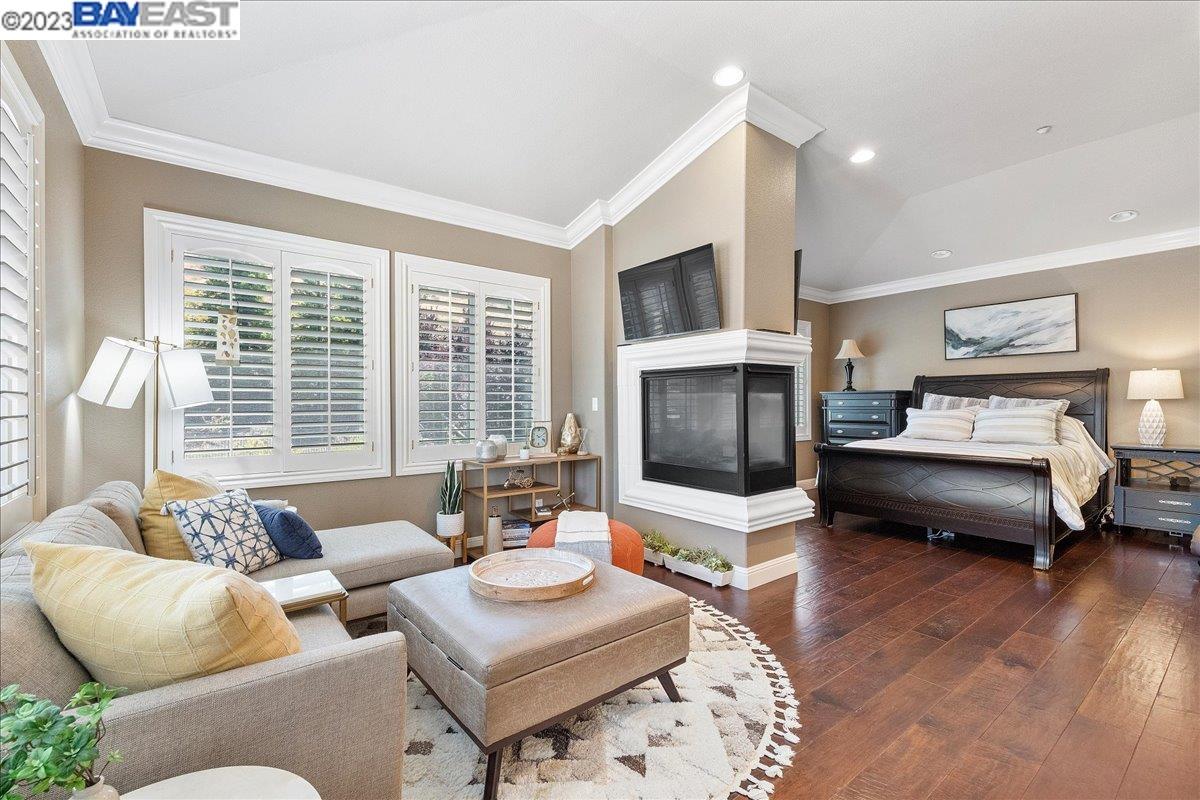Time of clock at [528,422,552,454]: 4:09
